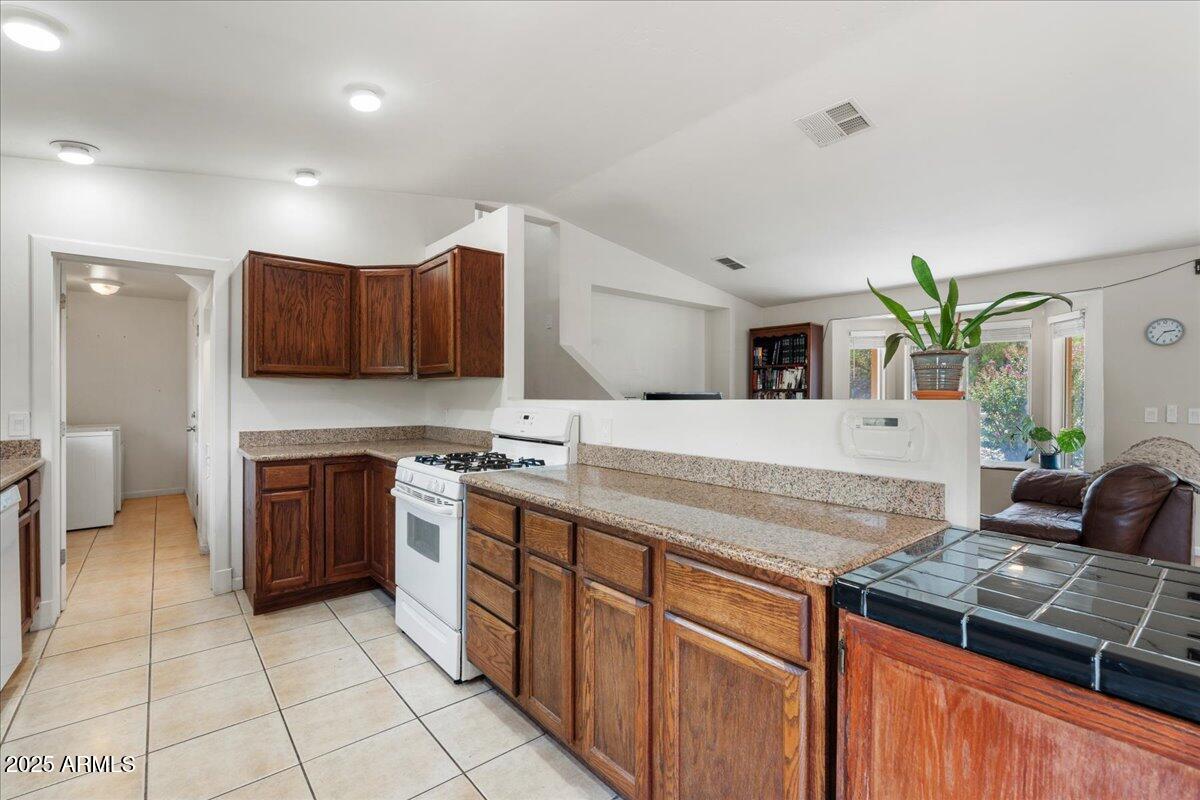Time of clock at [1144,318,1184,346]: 2:35
